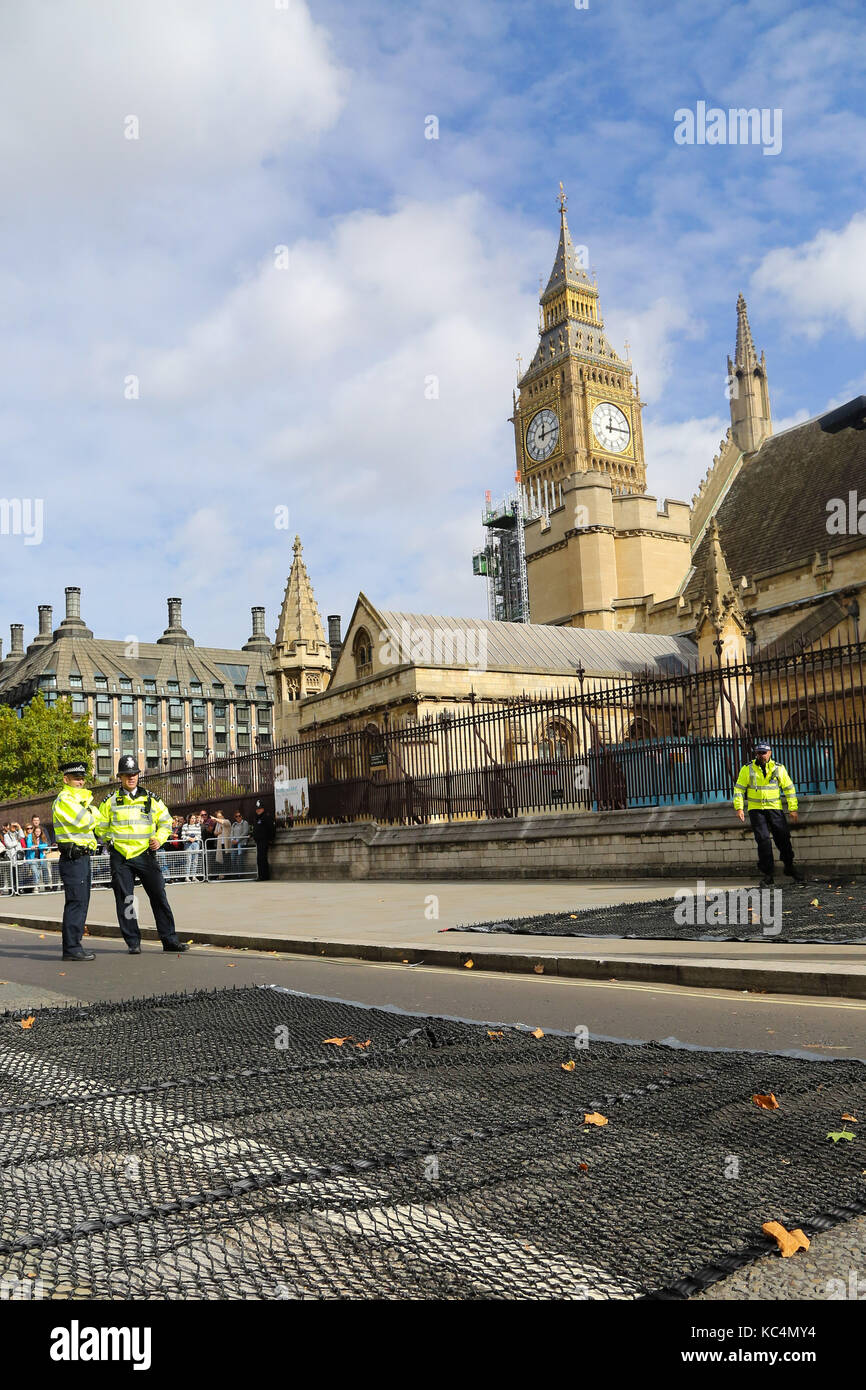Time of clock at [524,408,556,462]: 12:14
